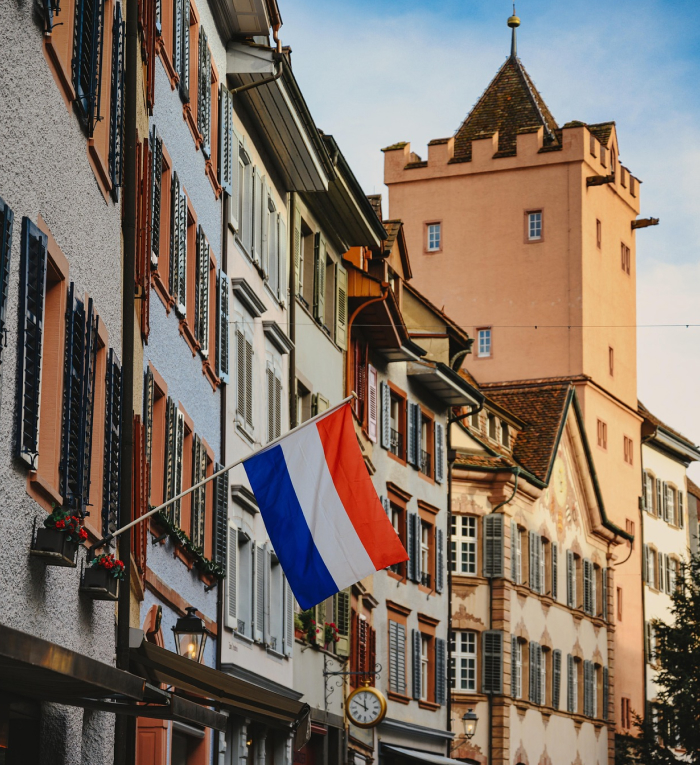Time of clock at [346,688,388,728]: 11:49
